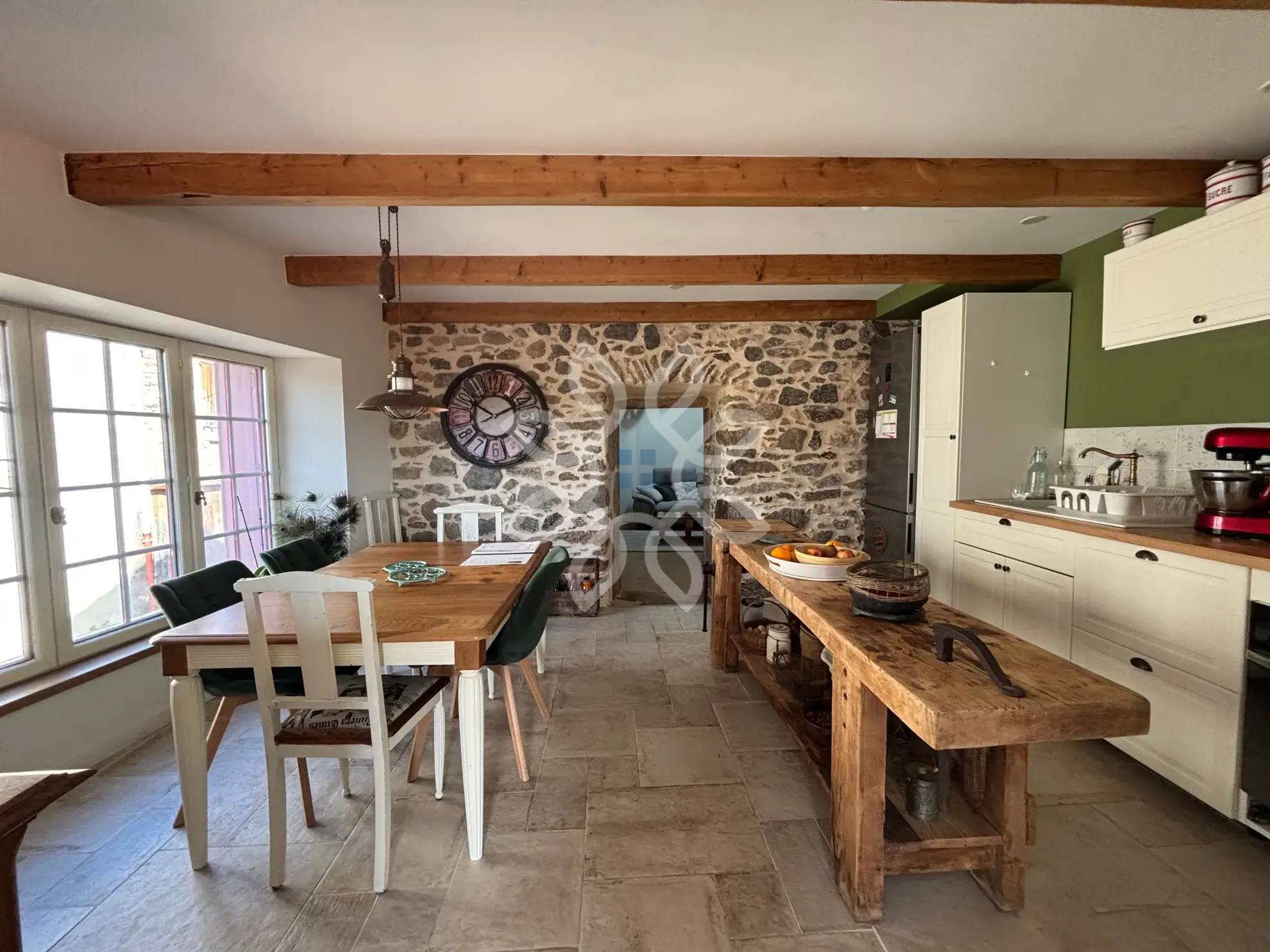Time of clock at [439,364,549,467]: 10:11
